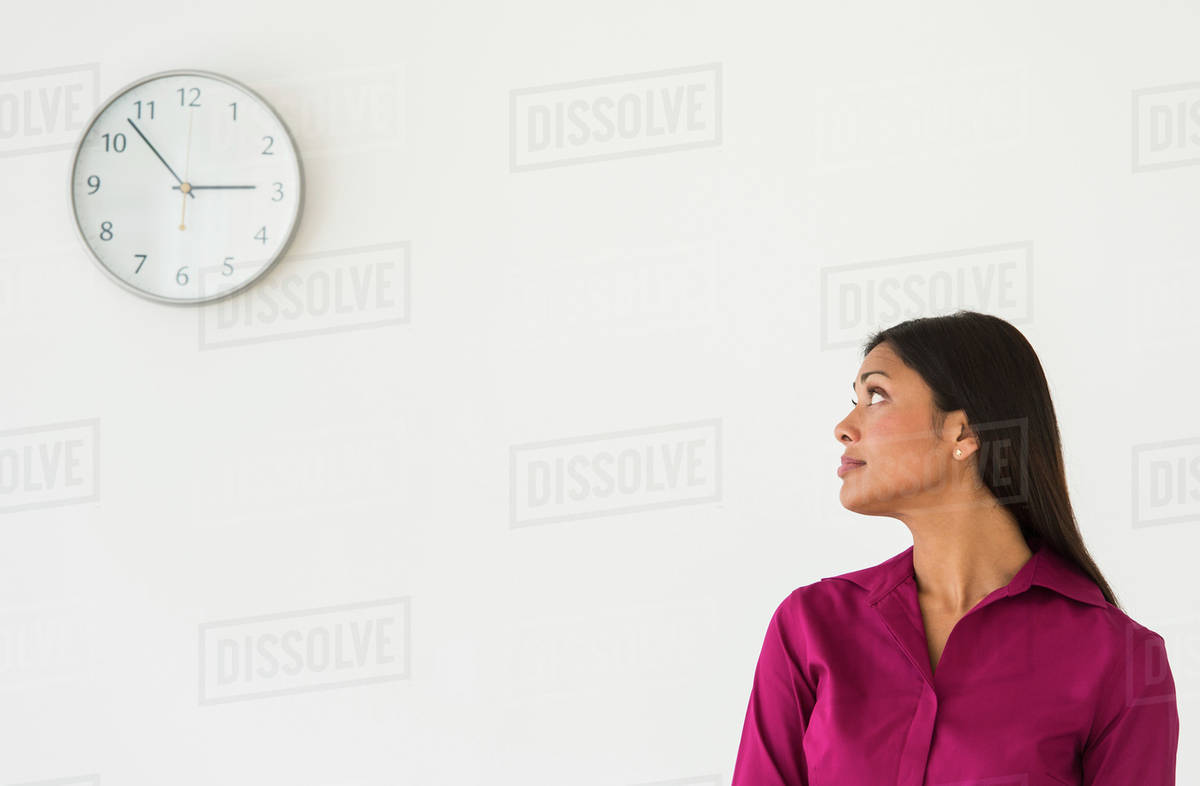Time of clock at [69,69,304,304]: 2:53
